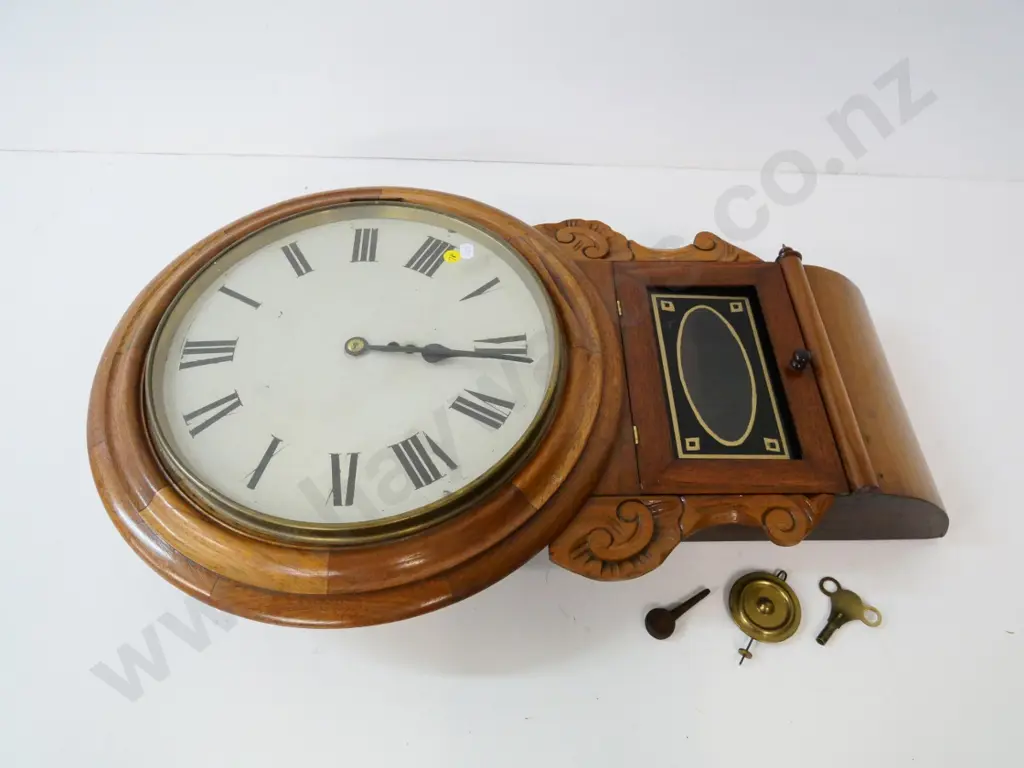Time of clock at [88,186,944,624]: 3:15
